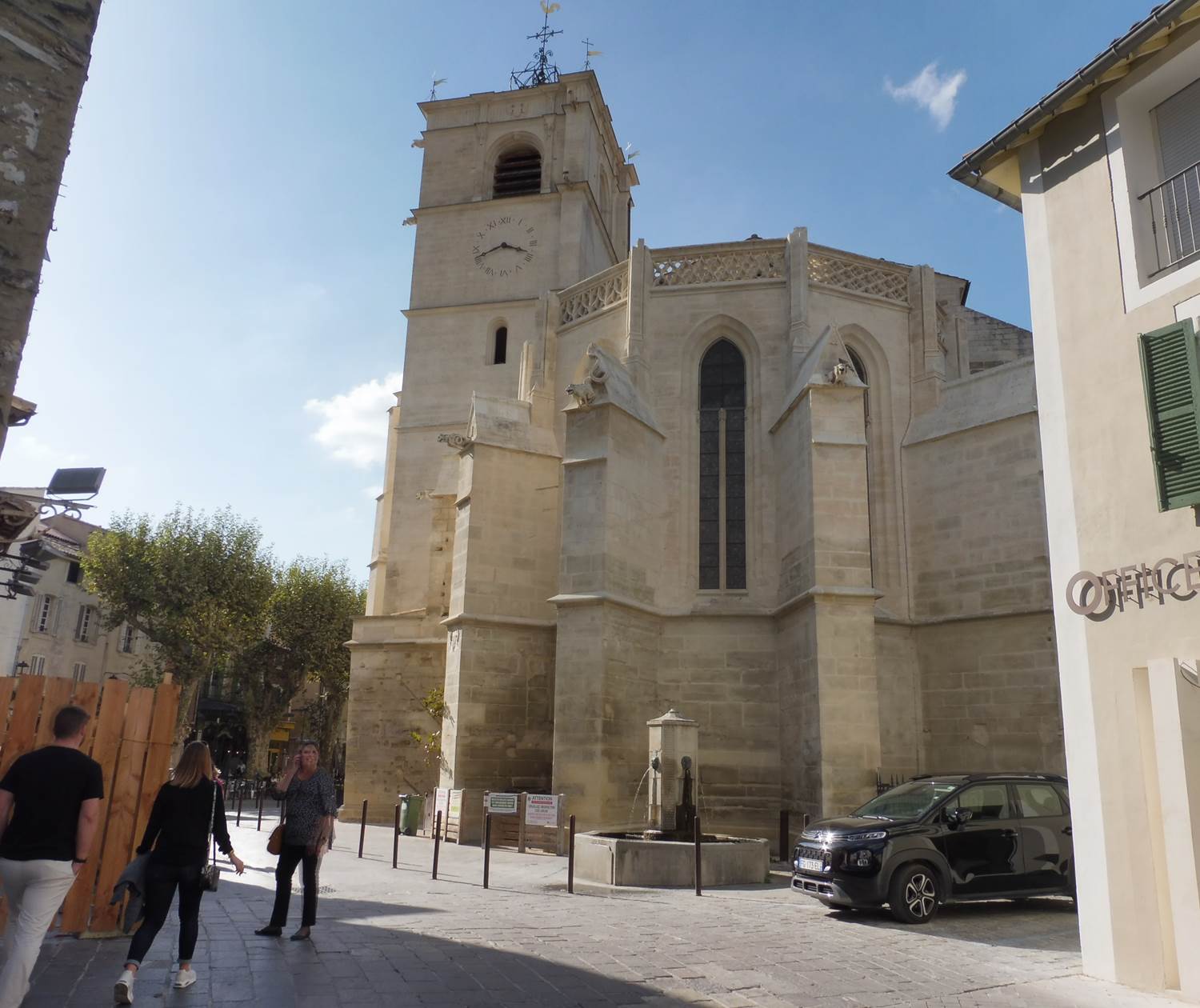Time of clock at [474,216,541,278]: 3:41
